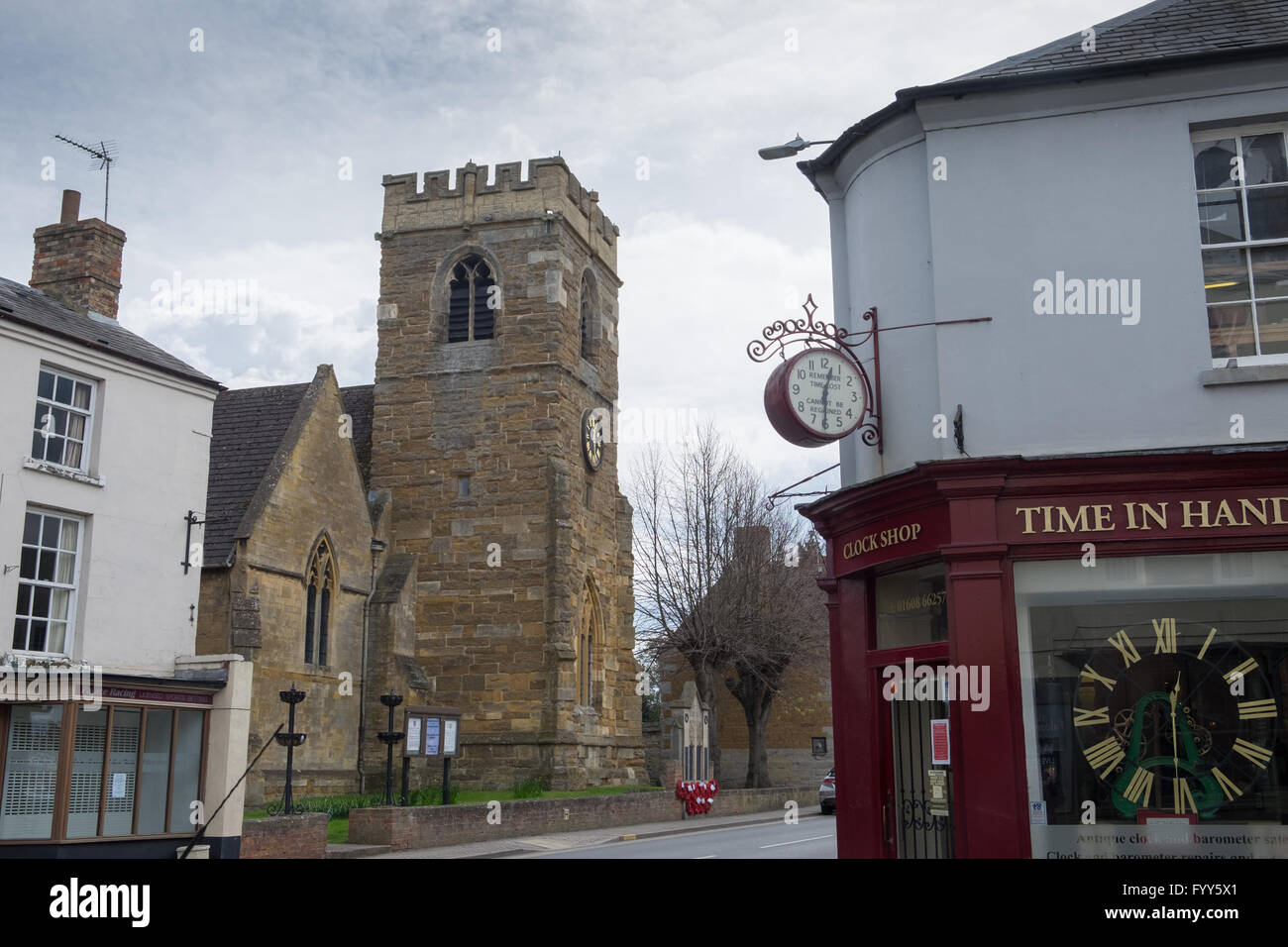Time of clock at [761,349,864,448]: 12:30
